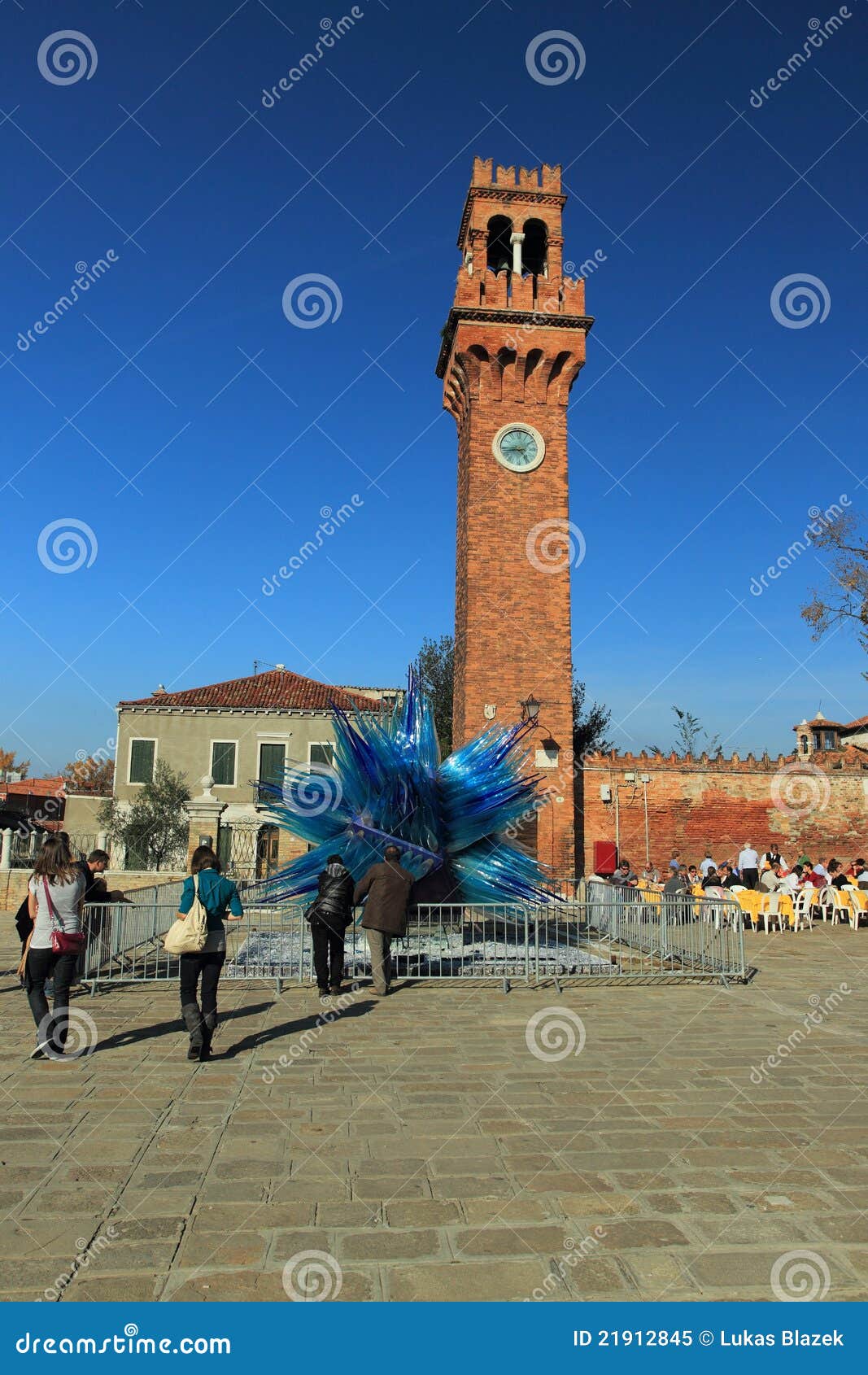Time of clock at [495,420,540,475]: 4:42
